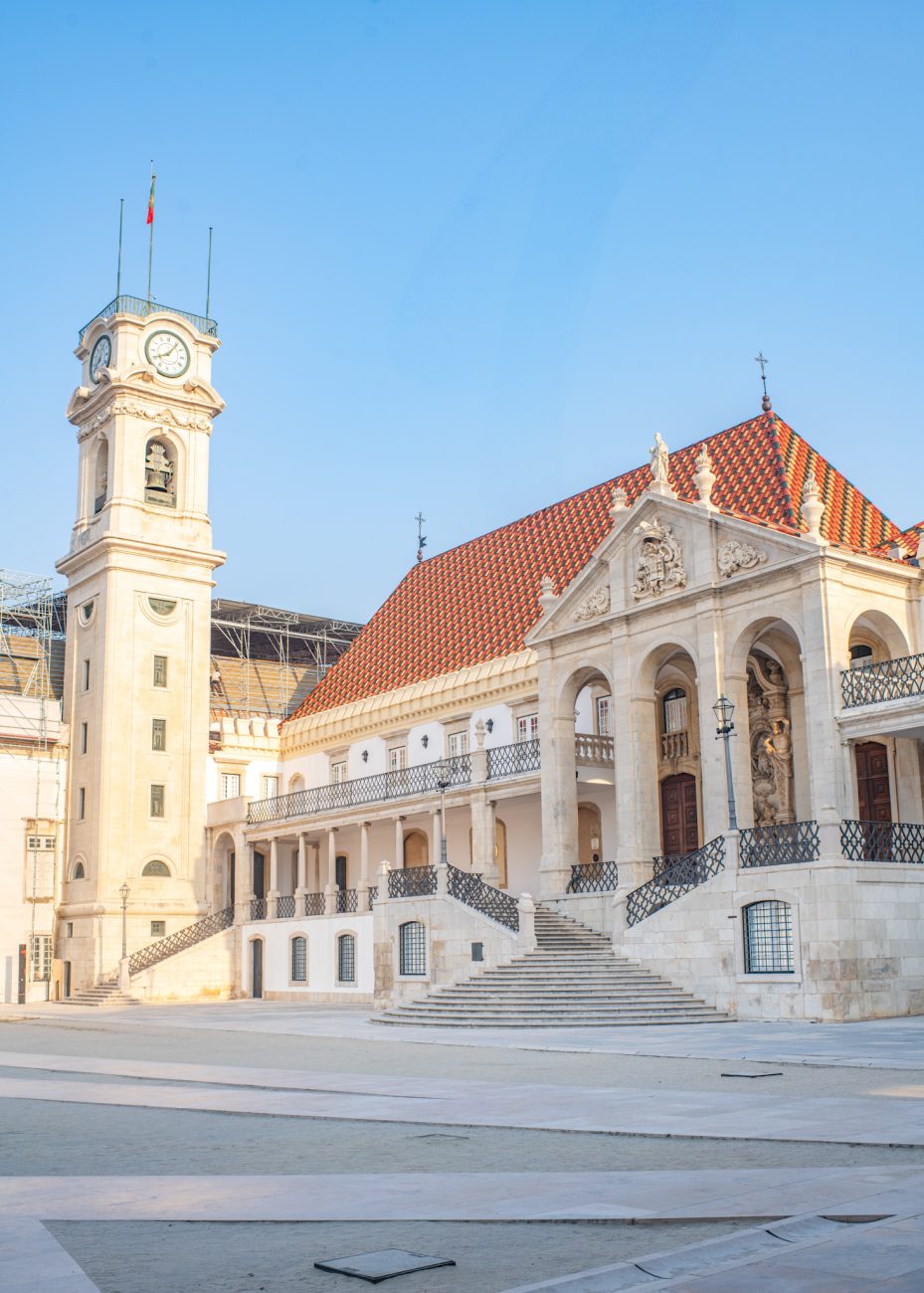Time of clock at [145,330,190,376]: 8:06
